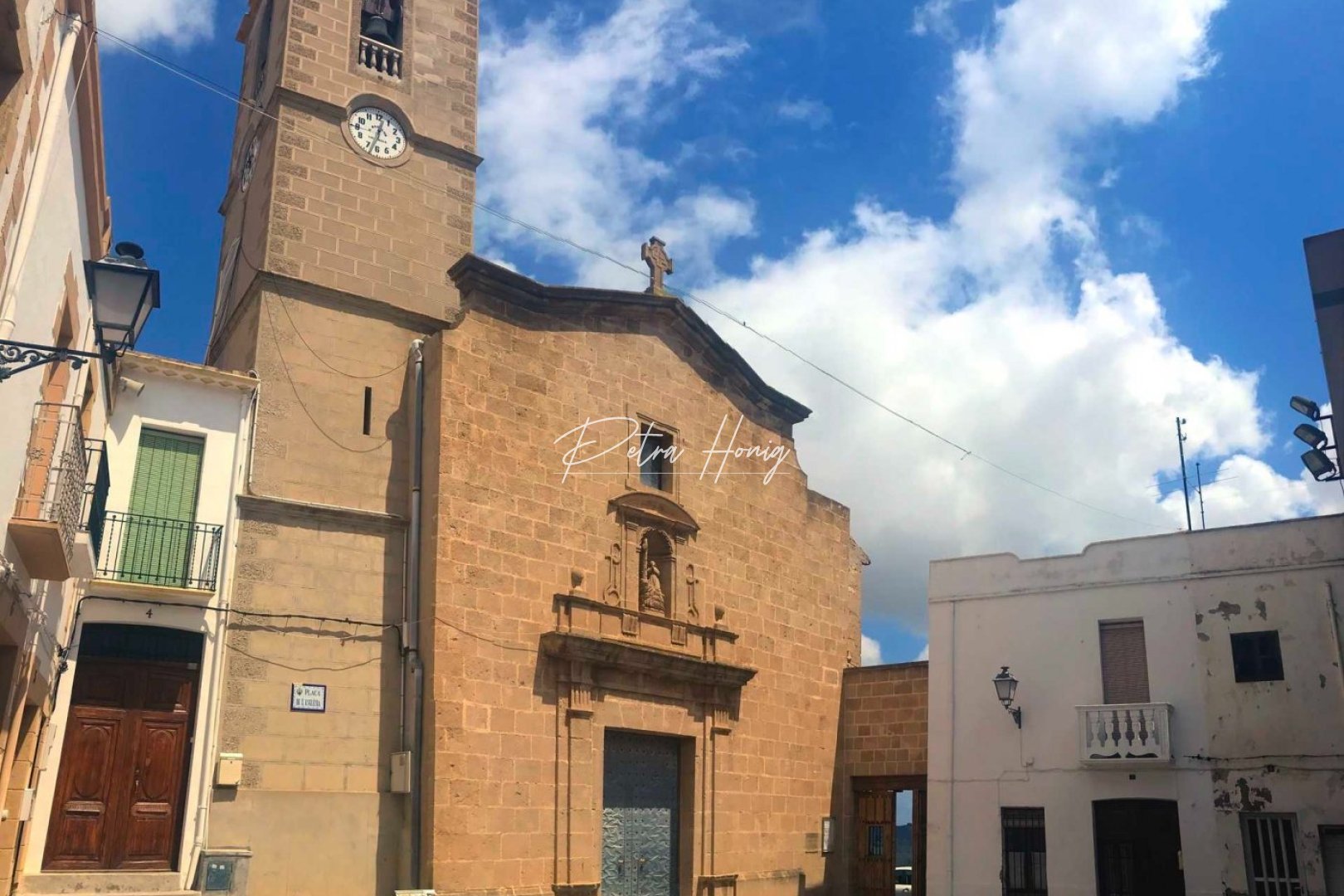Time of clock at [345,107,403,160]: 12:32
